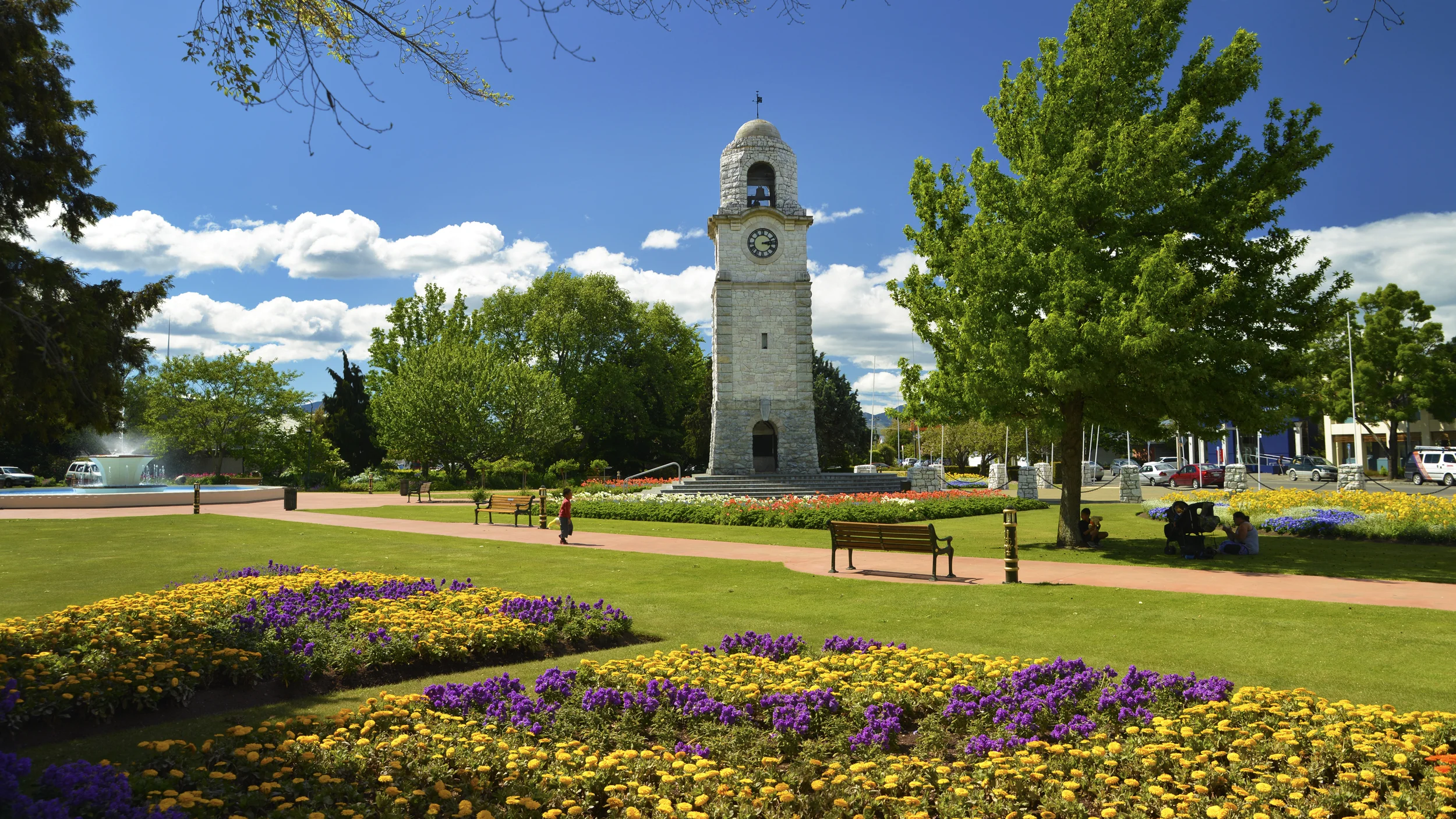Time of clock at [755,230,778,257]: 3:12
